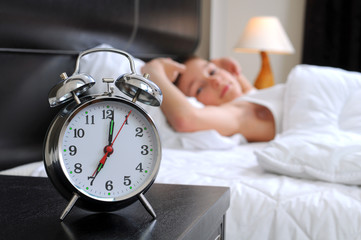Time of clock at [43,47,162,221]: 7:01
